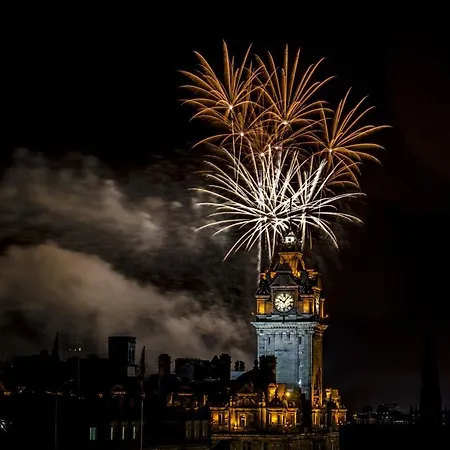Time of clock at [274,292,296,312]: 10:07
